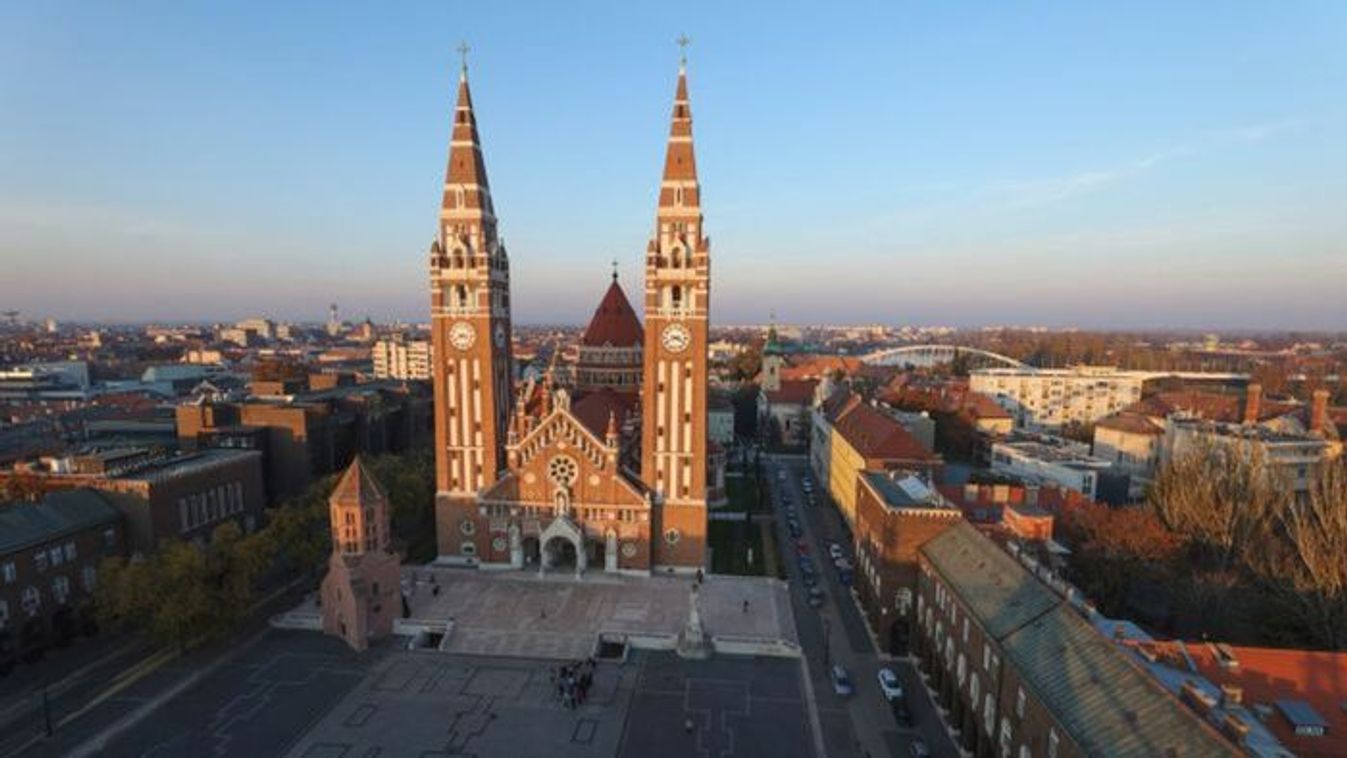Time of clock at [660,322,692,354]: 3:41
